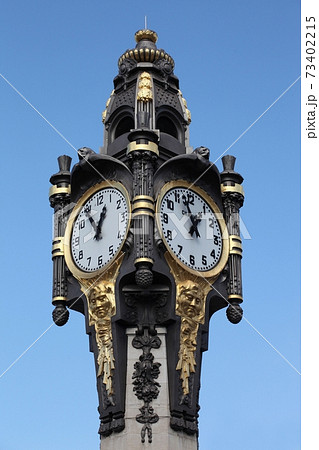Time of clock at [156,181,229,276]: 12:57
